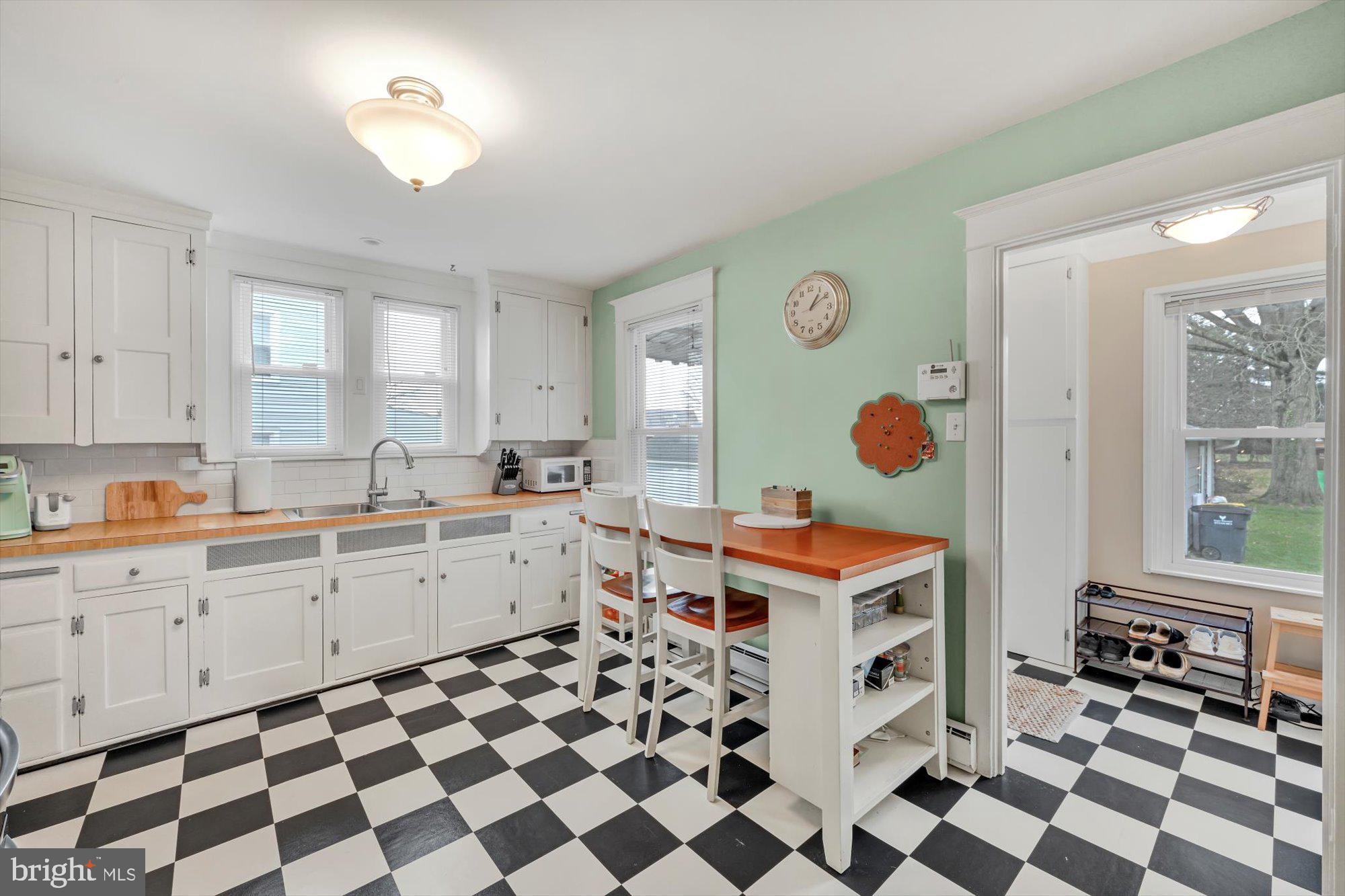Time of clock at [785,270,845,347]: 1:09
